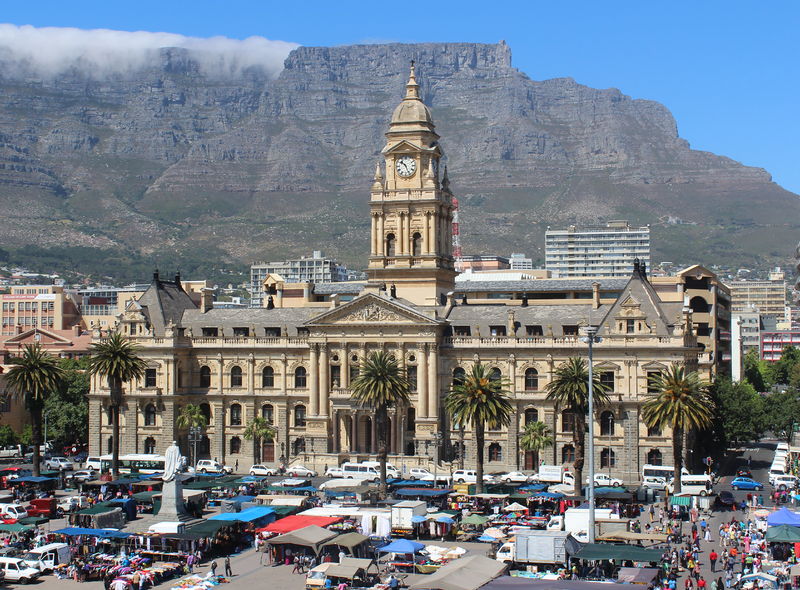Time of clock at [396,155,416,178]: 10:26
